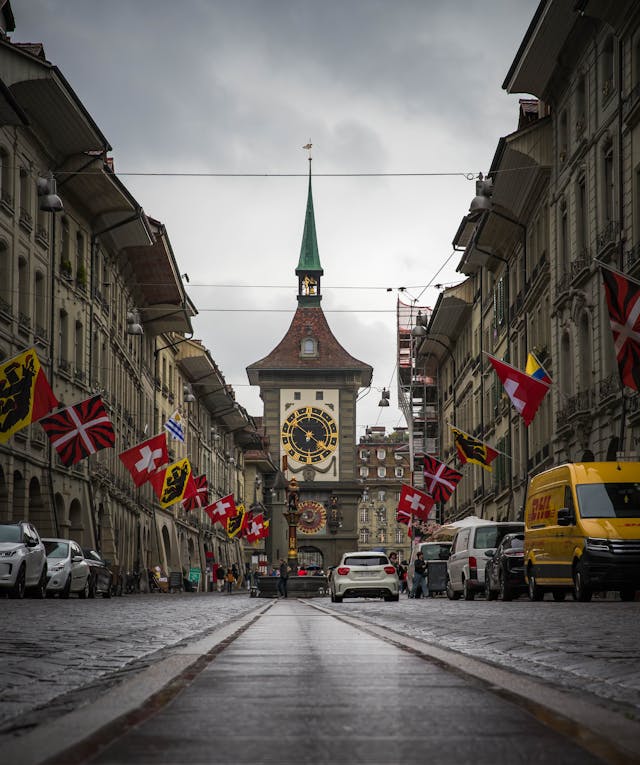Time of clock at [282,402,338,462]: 10:20
